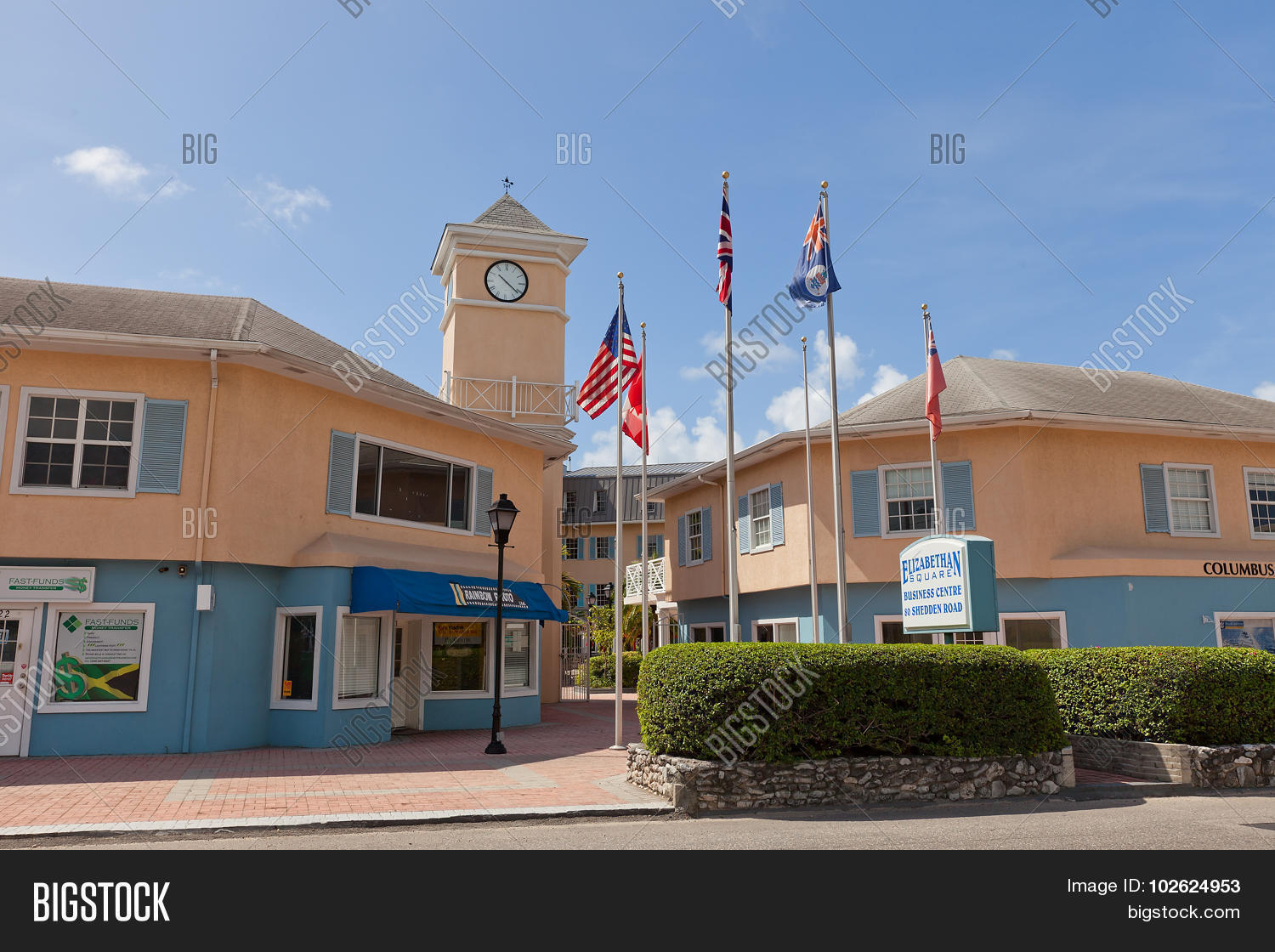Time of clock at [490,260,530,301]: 10:21
